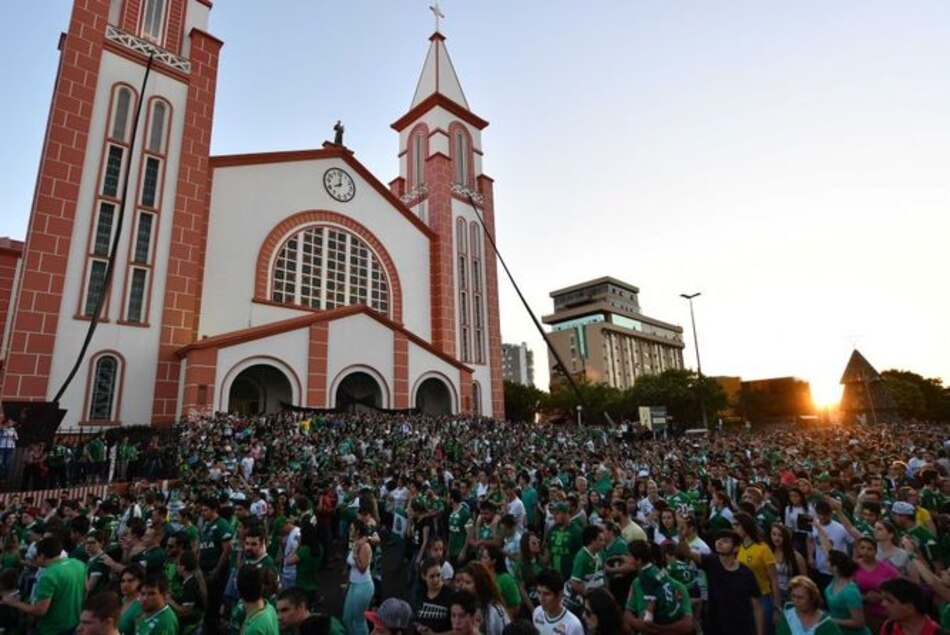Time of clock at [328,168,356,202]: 8:00
